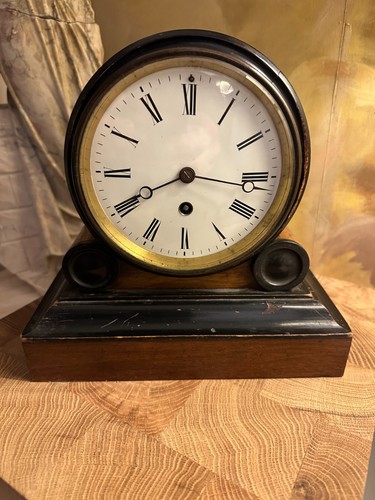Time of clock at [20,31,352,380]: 8:16
